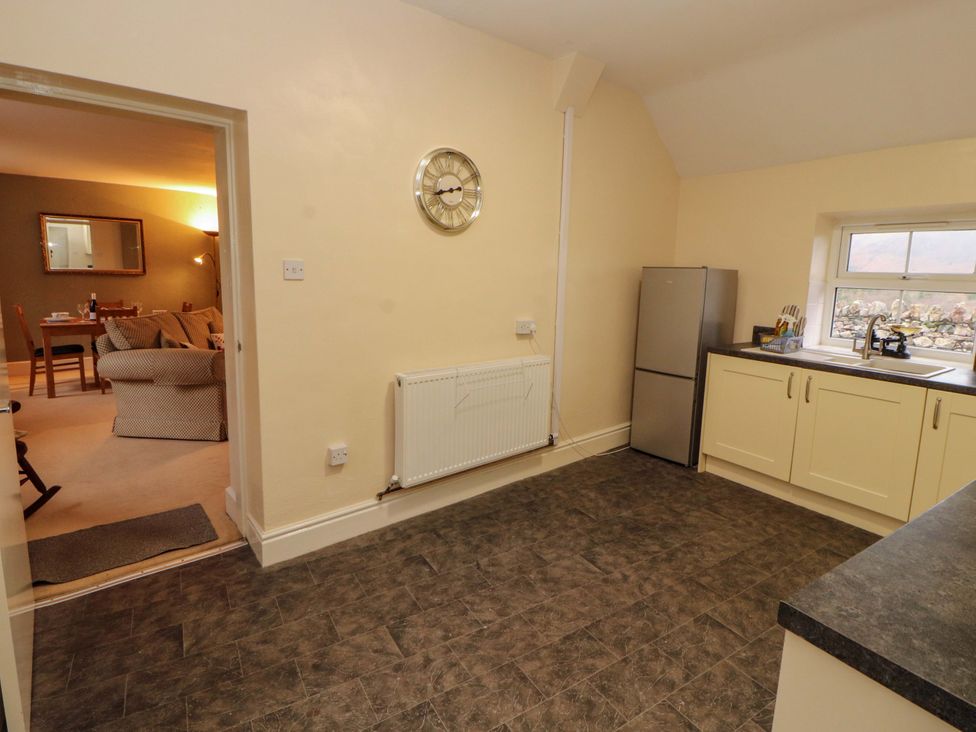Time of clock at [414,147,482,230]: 8:43
